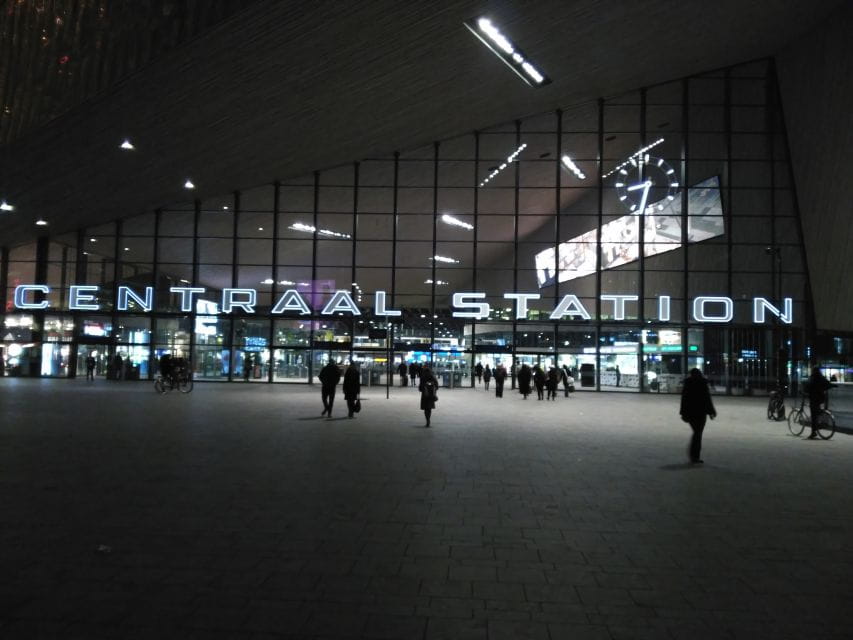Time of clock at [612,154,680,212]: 8:32
